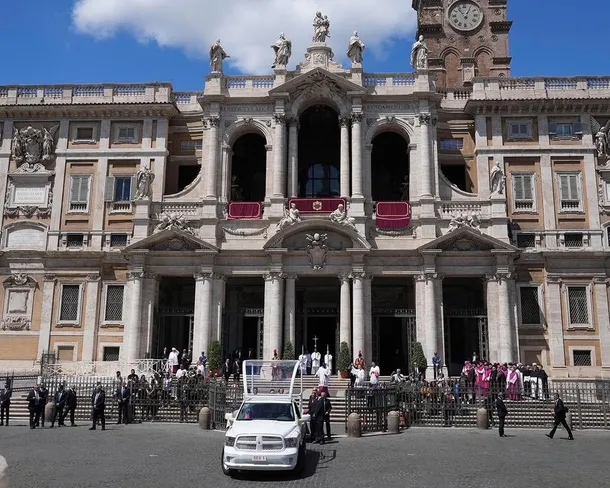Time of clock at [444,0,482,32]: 12:53
